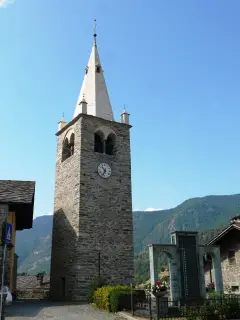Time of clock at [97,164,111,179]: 10:34
